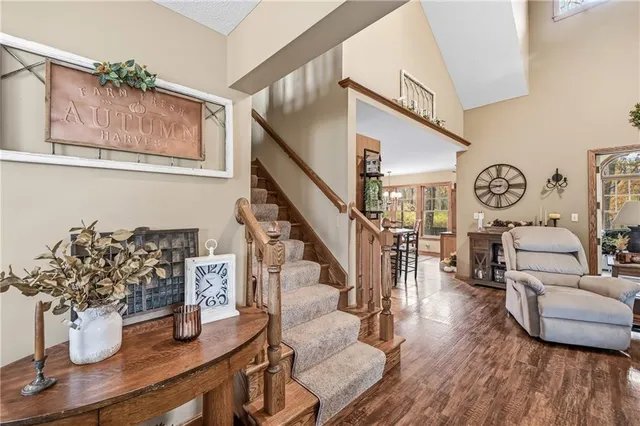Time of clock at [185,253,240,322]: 10:40
